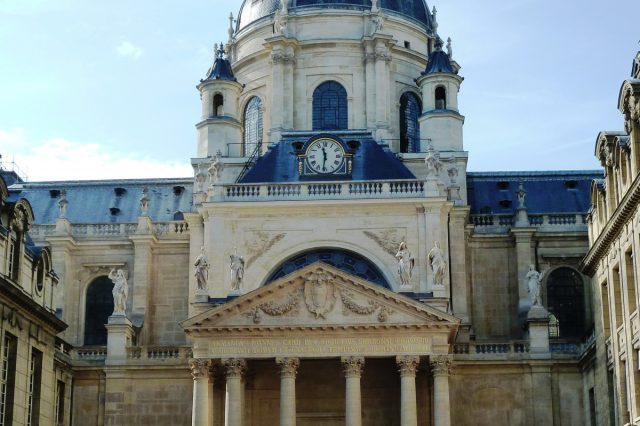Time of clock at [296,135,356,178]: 11:31
